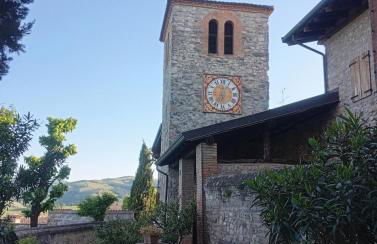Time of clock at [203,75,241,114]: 6:00
